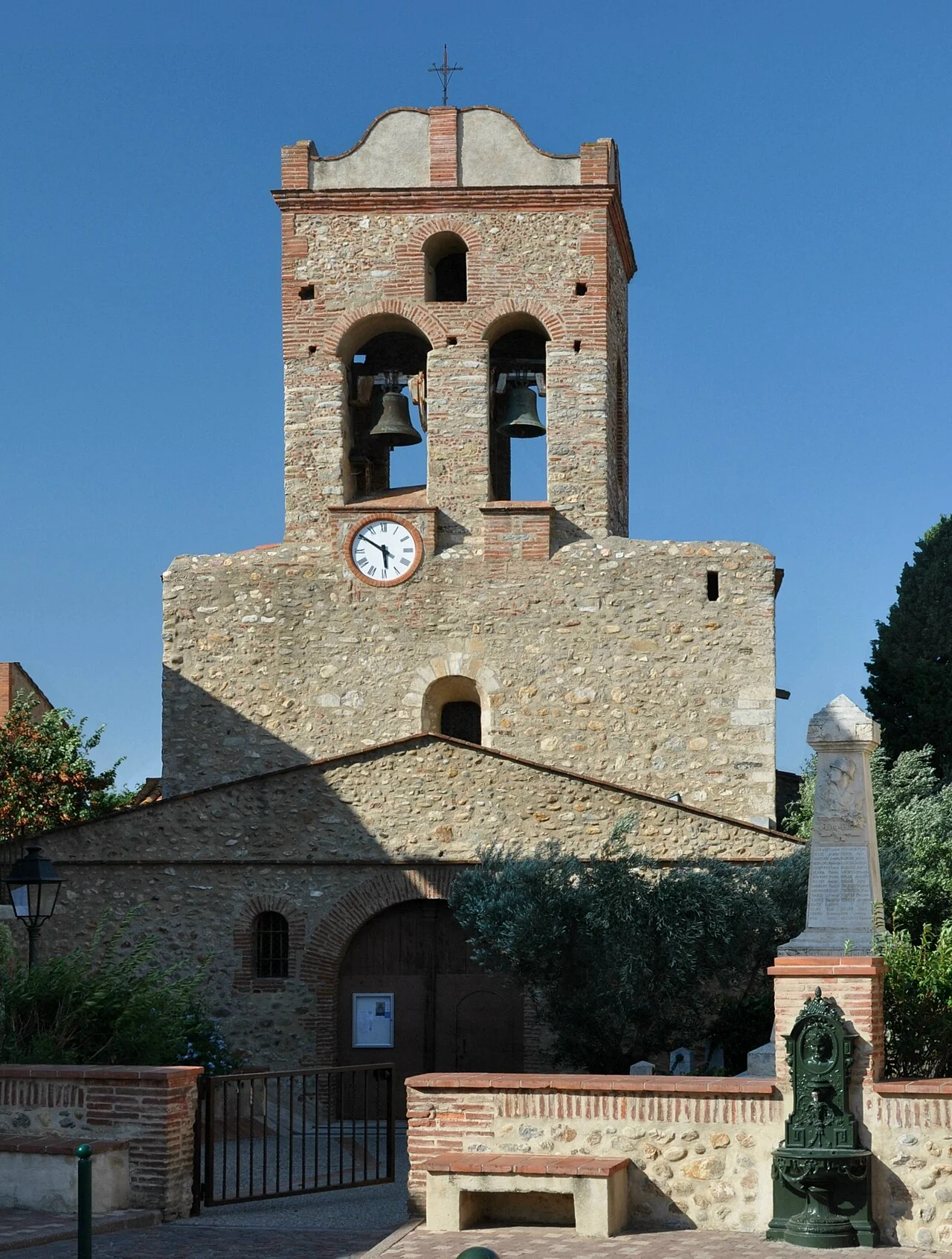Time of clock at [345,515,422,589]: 5:50
